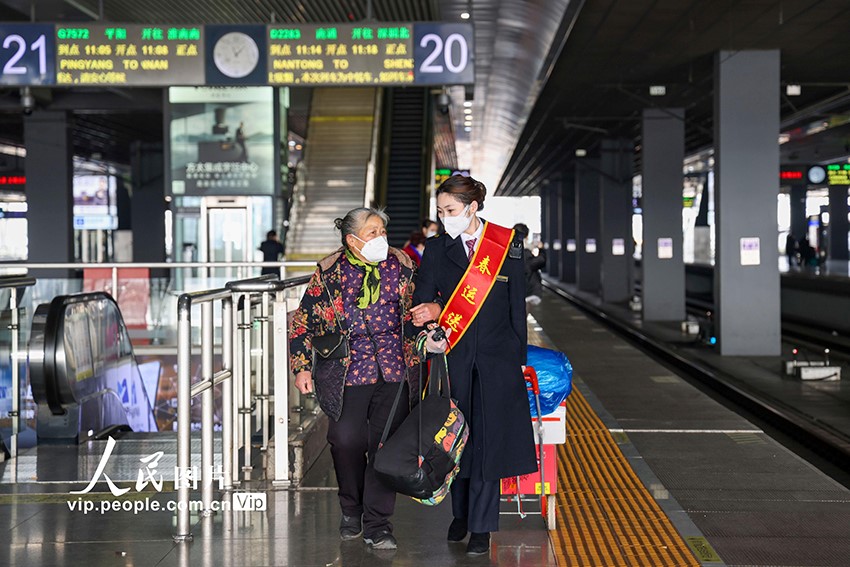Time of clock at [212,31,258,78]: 8:07
